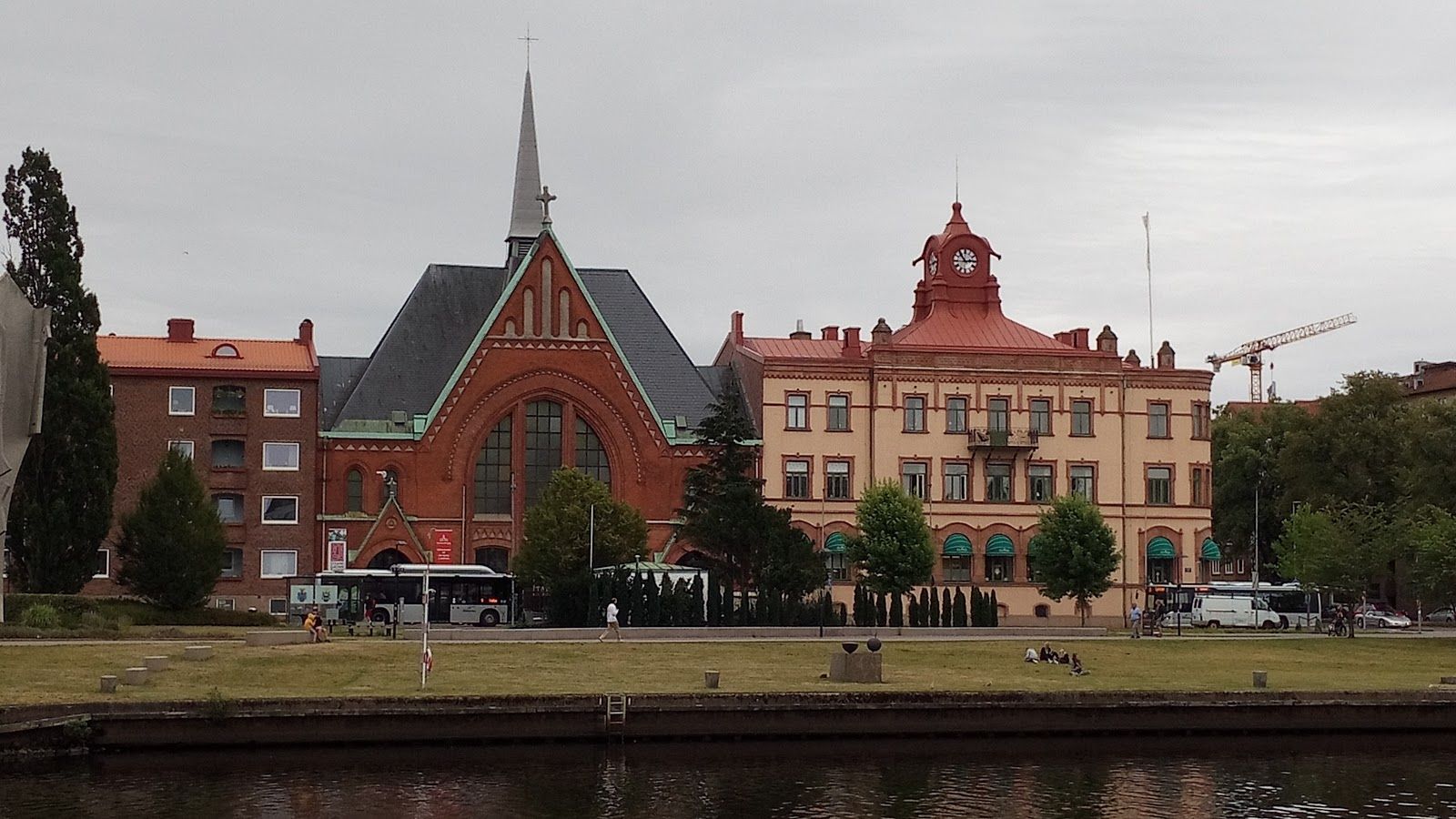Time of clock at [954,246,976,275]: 2:53
